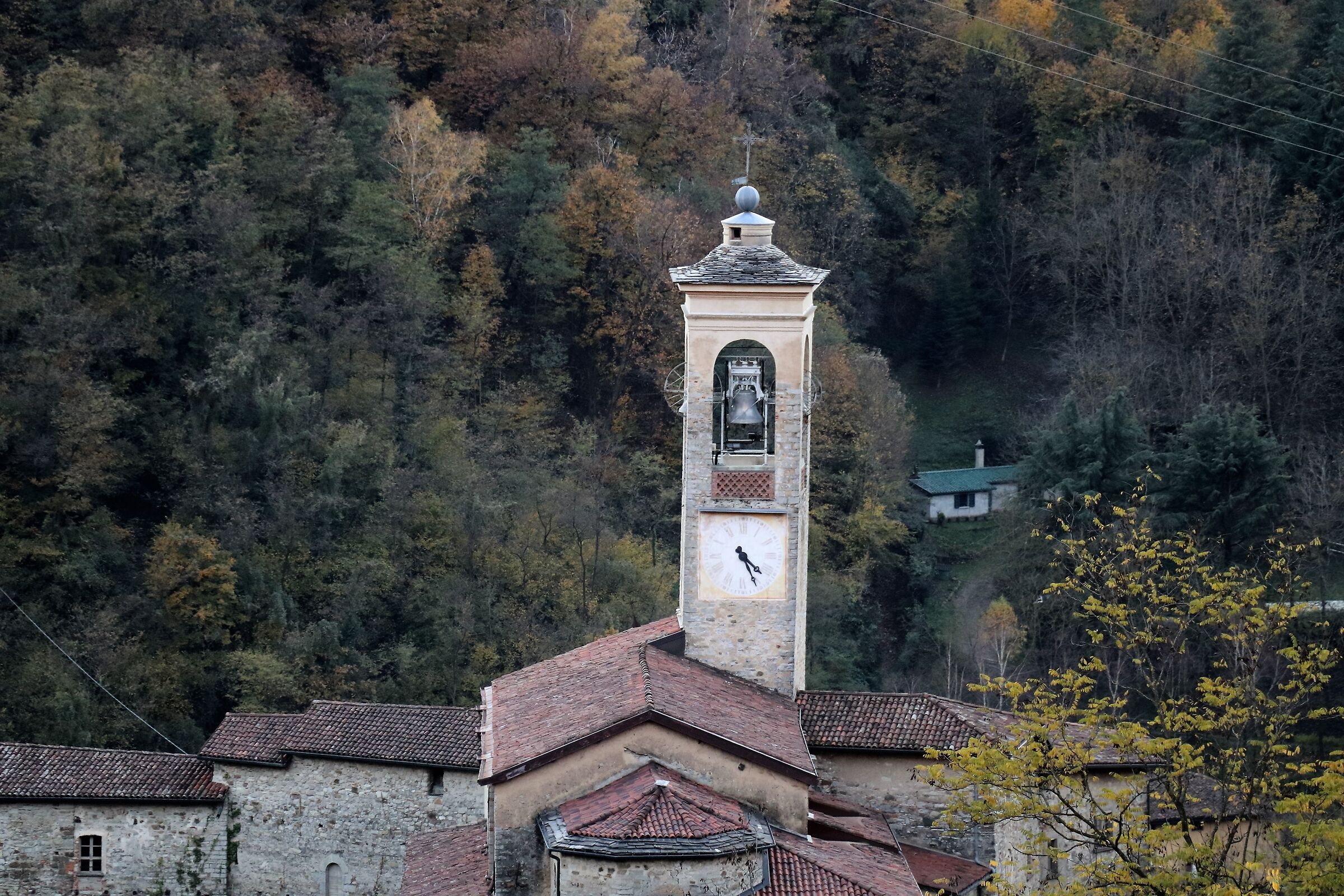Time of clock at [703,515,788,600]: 4:25
